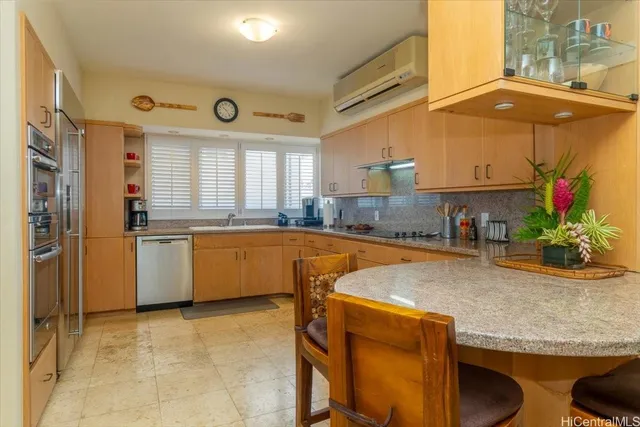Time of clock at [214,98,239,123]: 10:24
